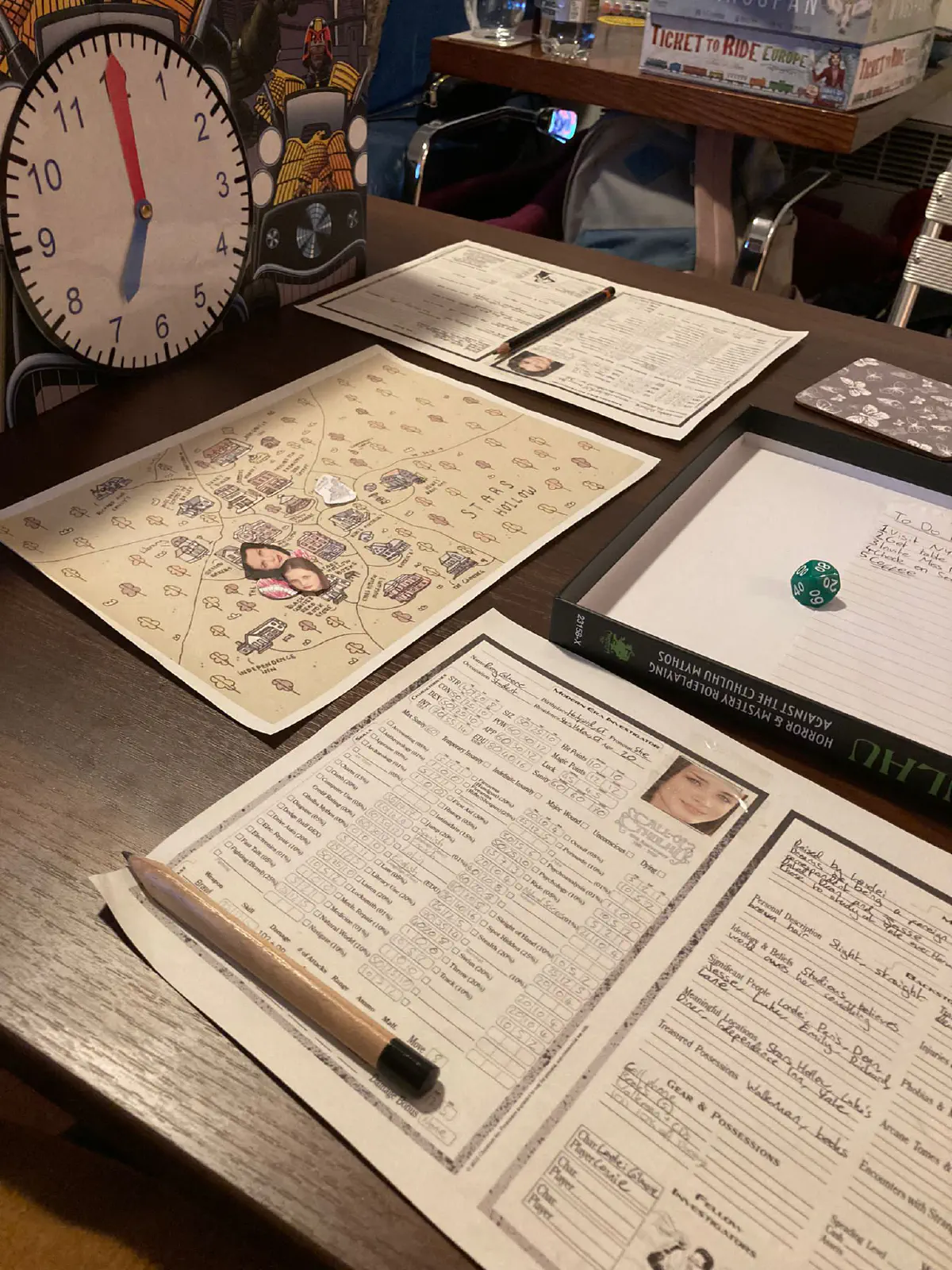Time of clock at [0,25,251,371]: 7:00
